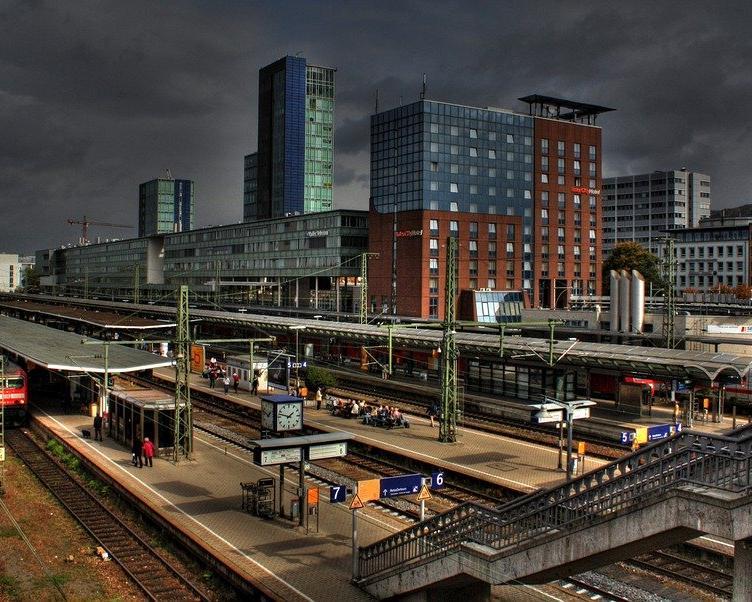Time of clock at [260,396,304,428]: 1:47
